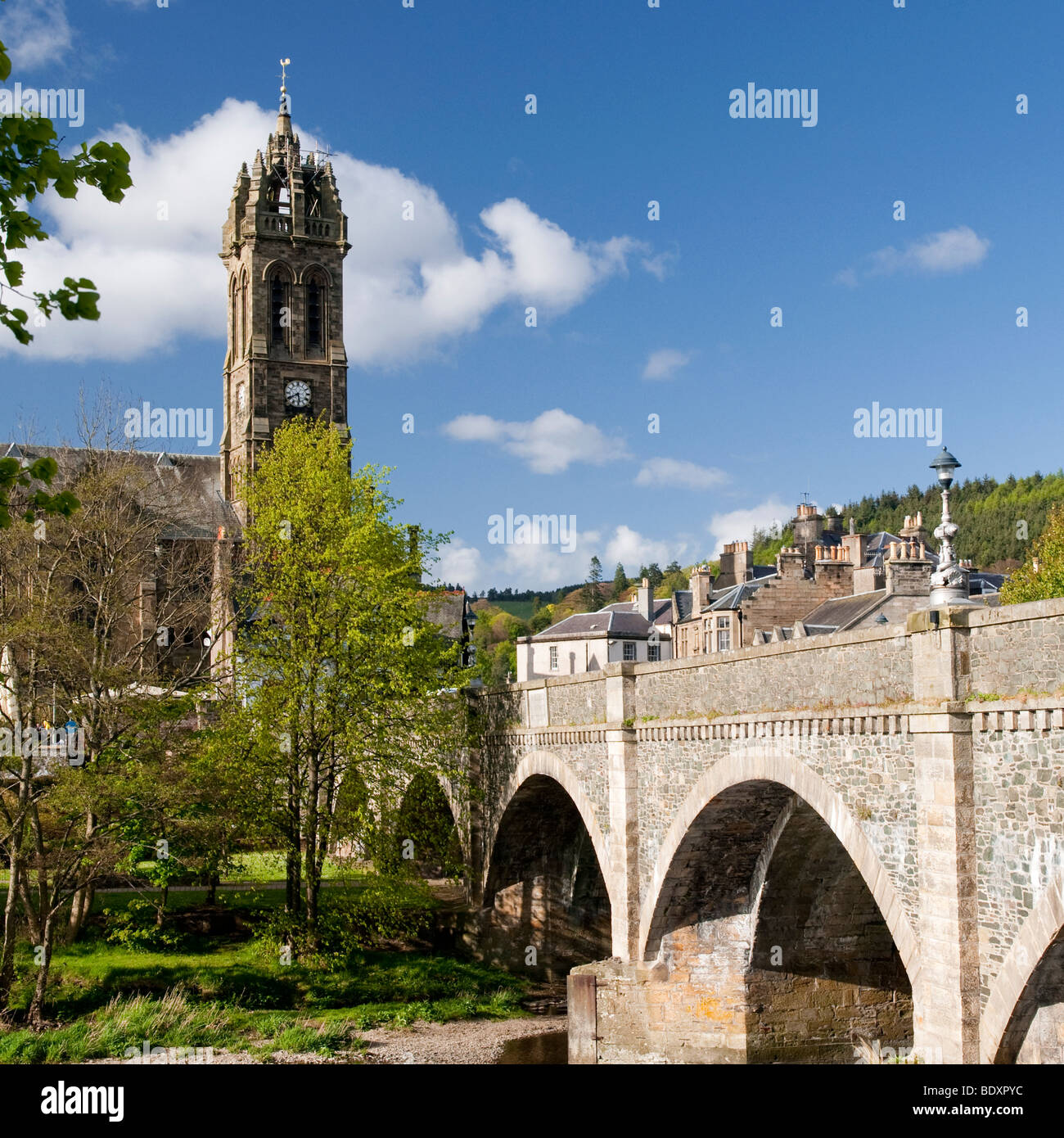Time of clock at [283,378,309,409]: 5:40
